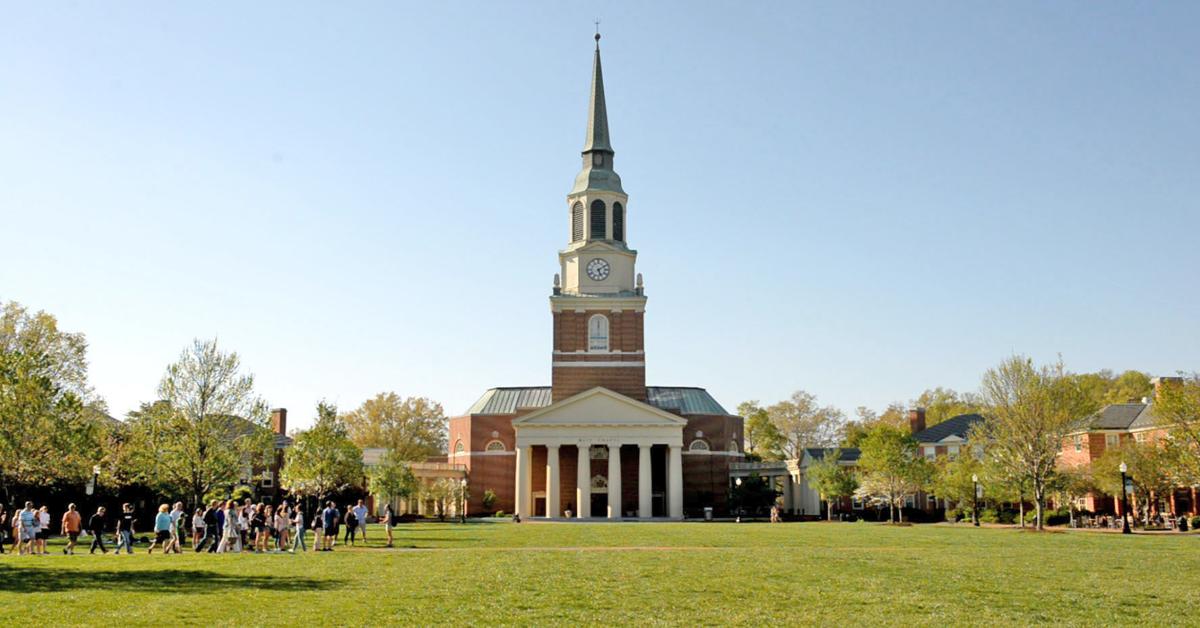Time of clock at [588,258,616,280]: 5:09
